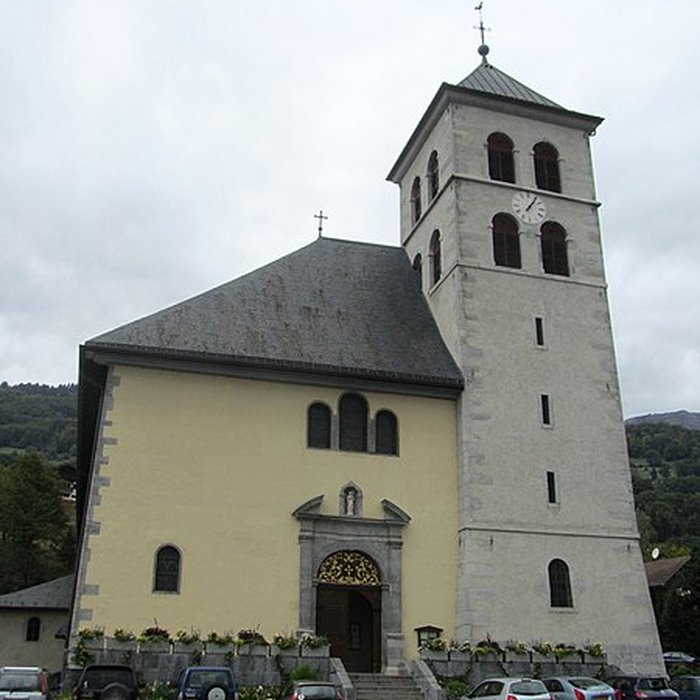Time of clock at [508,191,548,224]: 1:05
